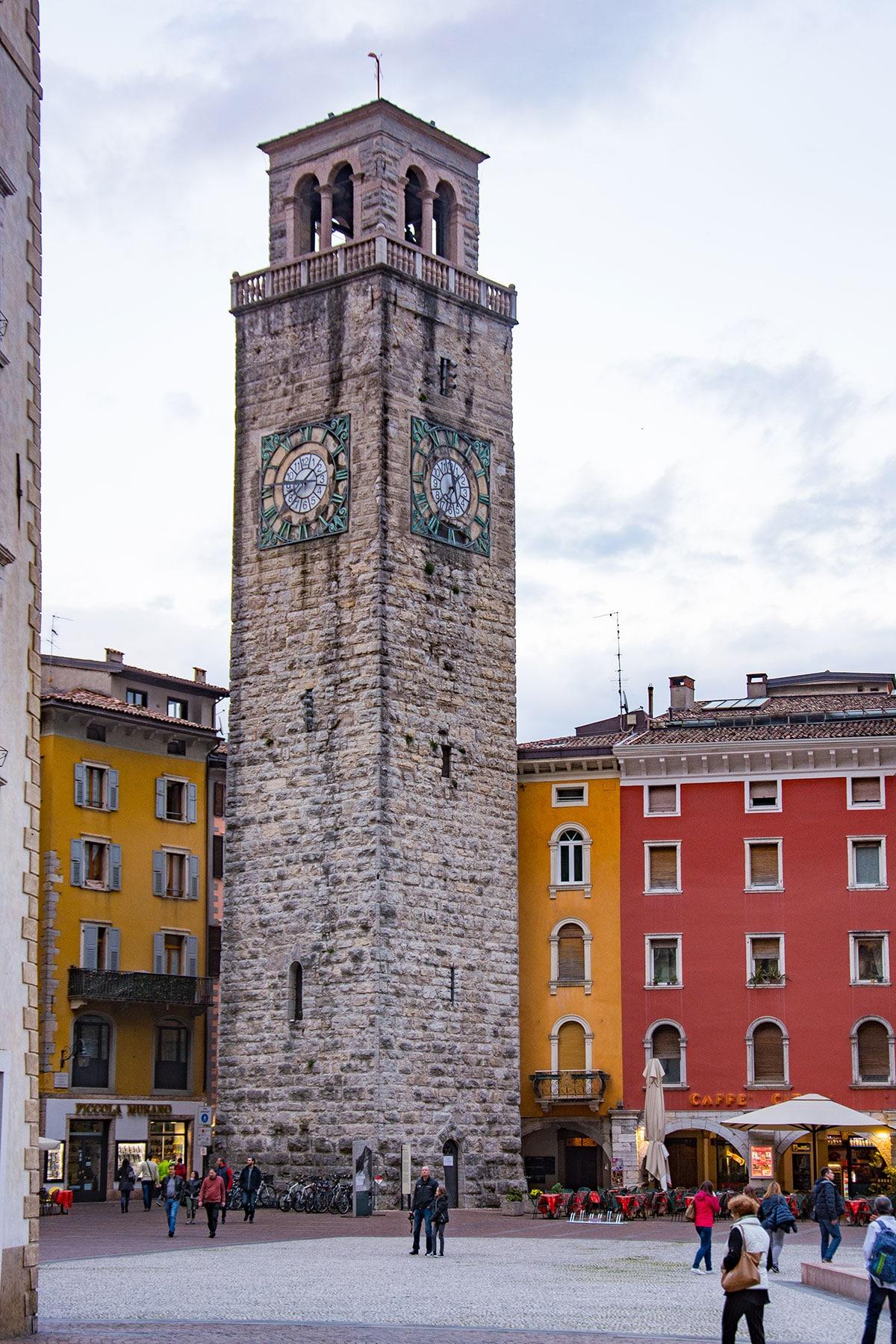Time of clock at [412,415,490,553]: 11:35
